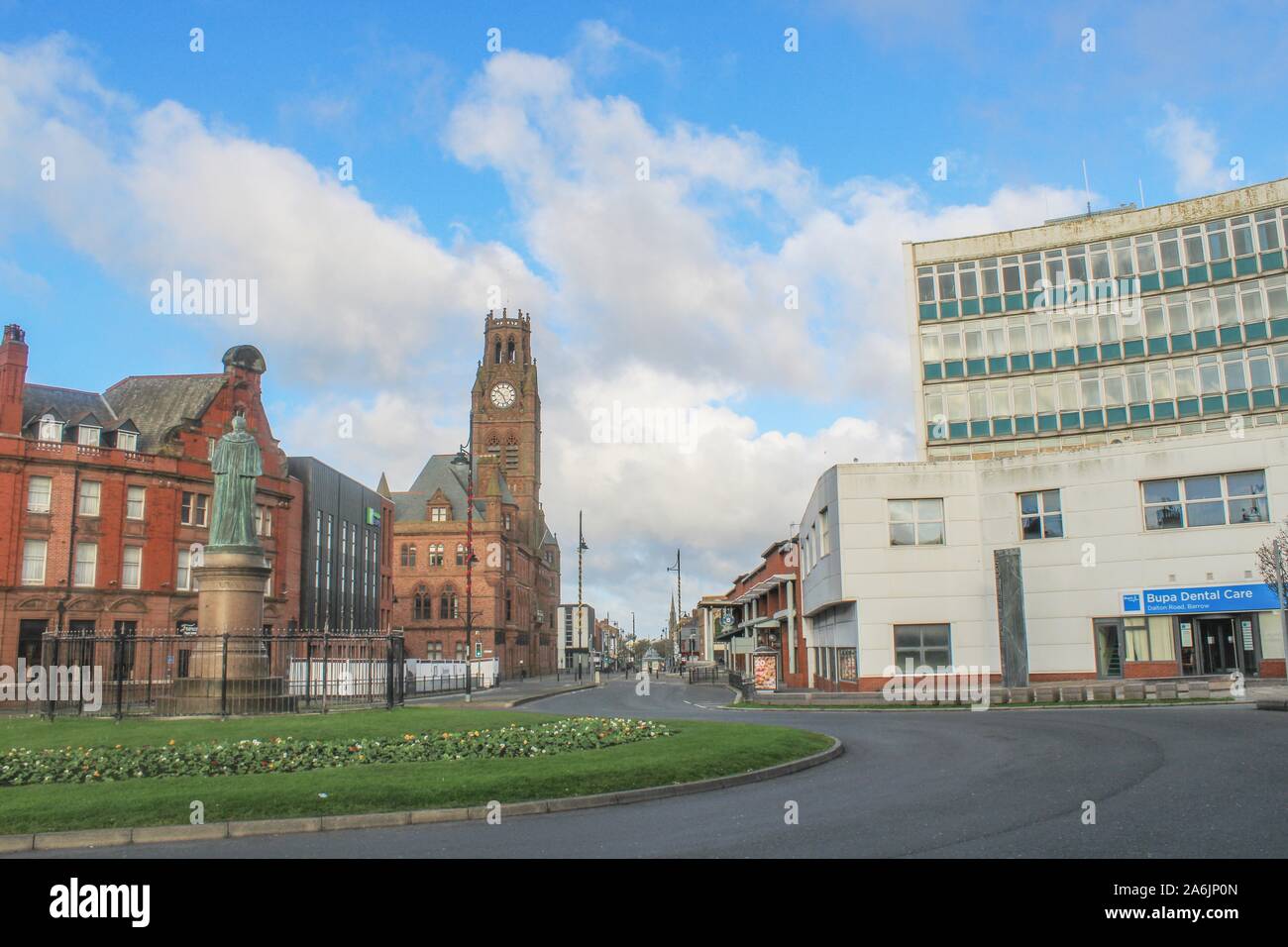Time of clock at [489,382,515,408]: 10:26
